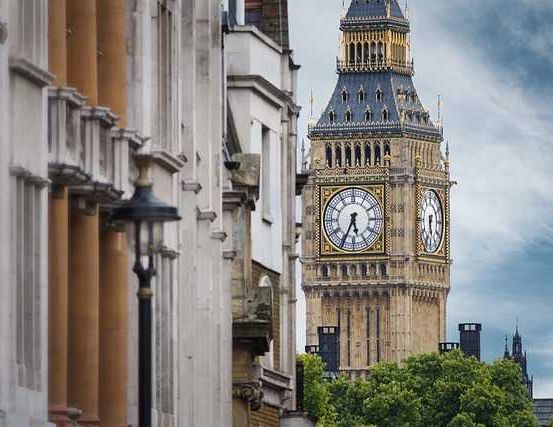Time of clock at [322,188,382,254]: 5:34
